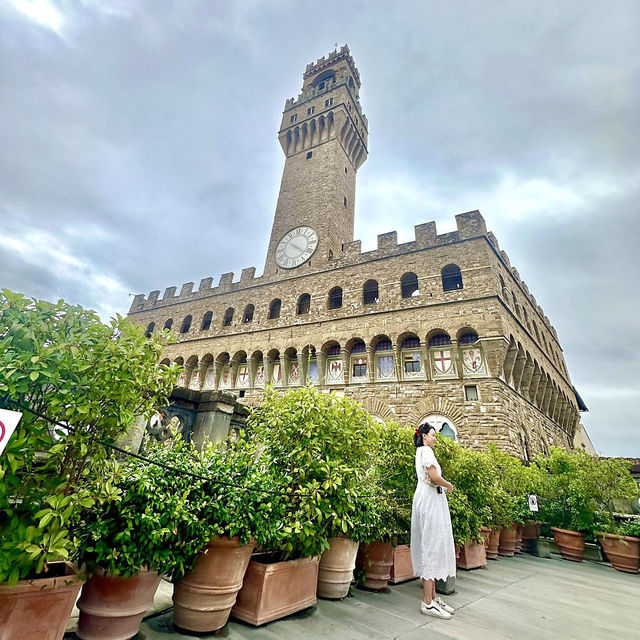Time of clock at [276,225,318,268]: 4:21
